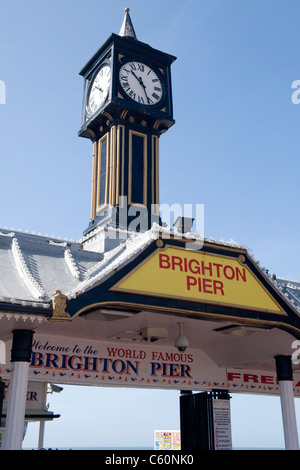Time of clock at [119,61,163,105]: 10:26
